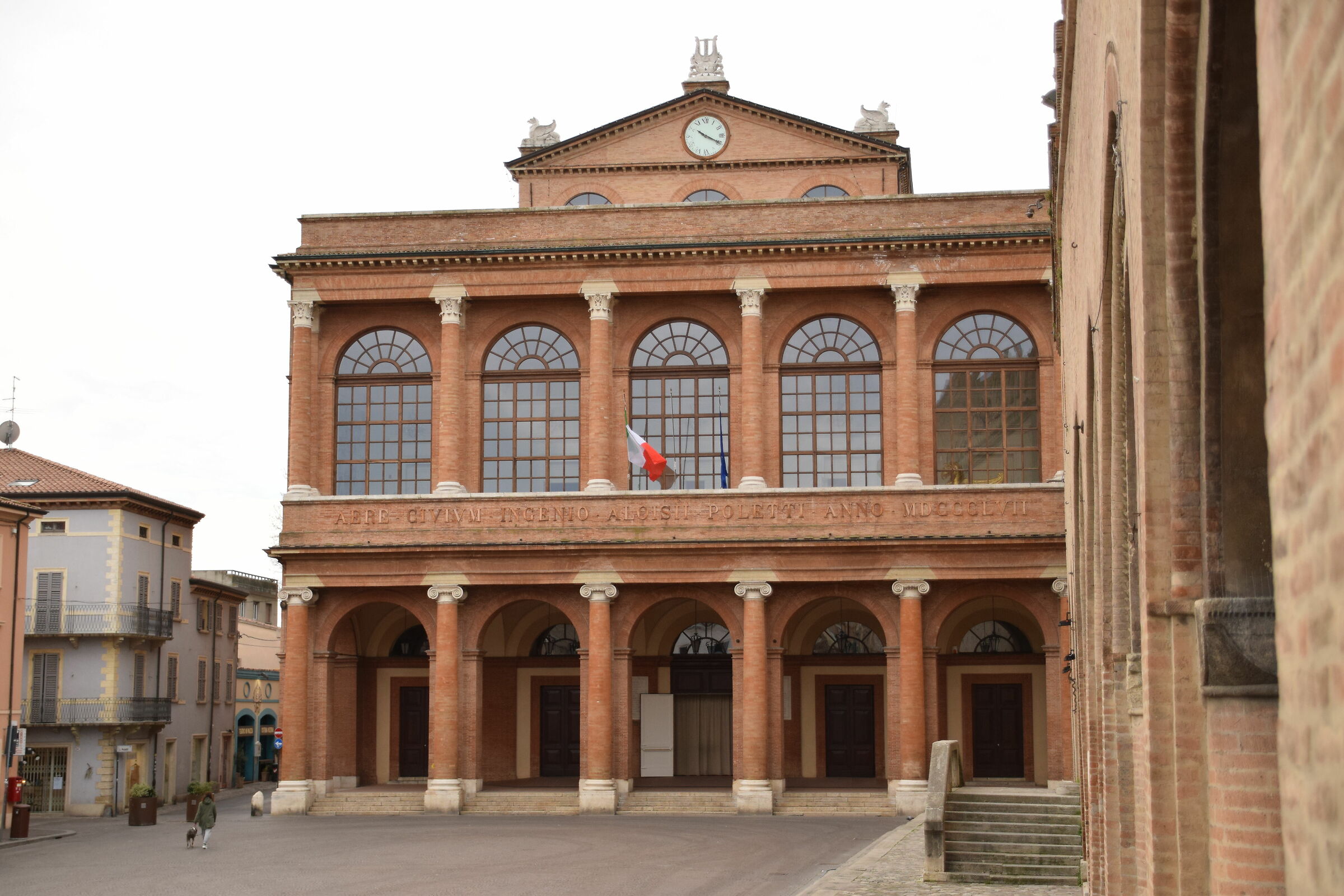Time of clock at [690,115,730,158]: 10:19
